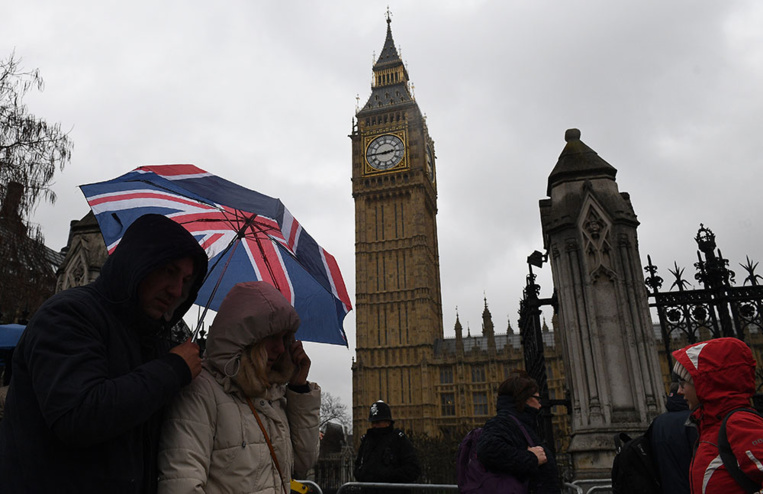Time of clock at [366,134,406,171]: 2:44
